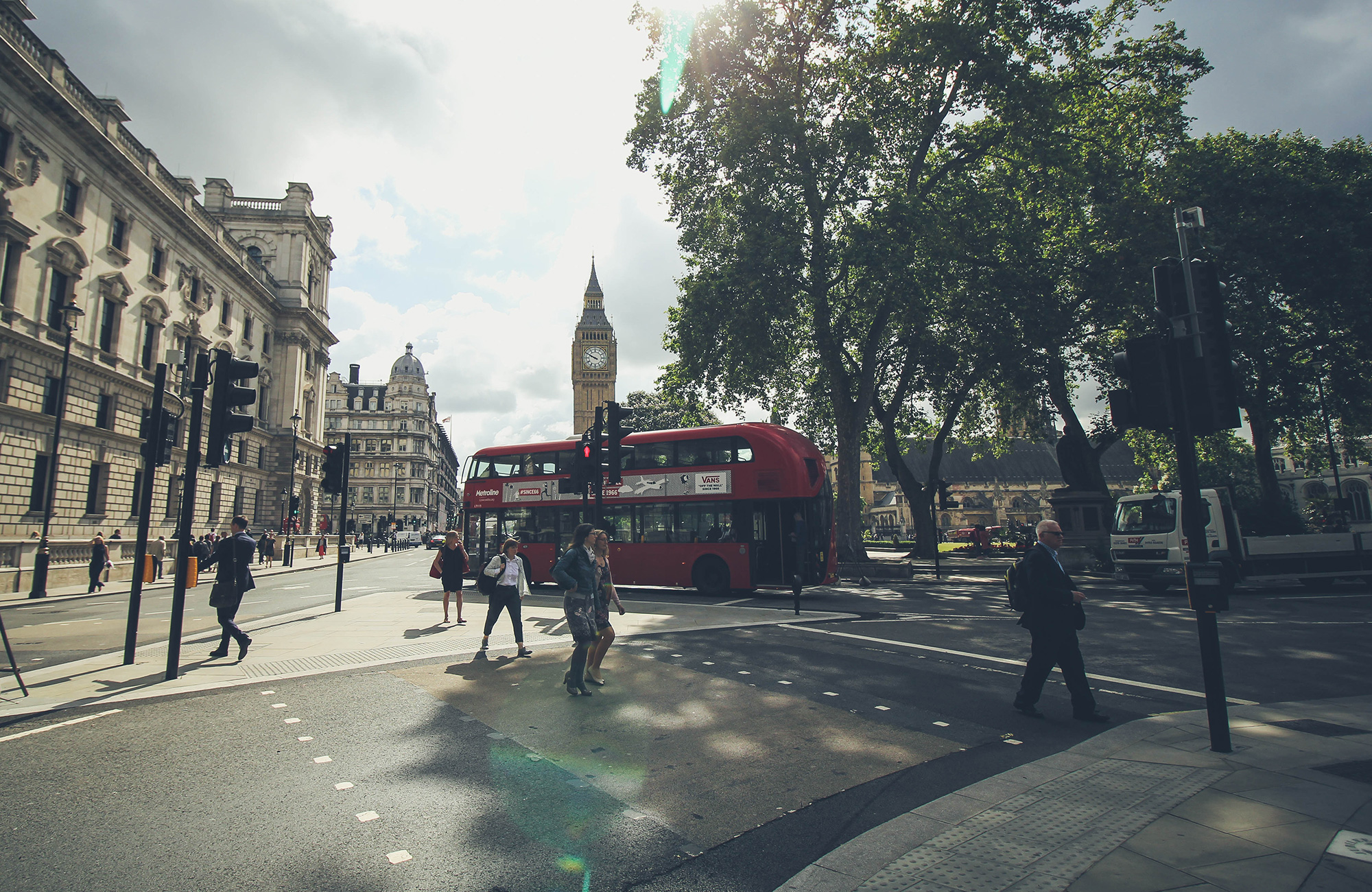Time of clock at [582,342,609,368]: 9:49
